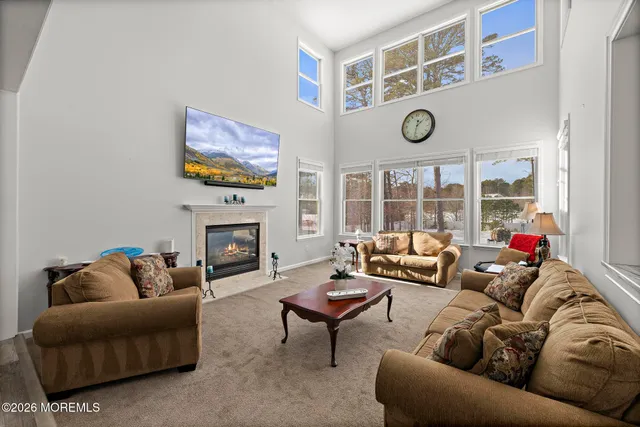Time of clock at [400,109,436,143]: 1:32
